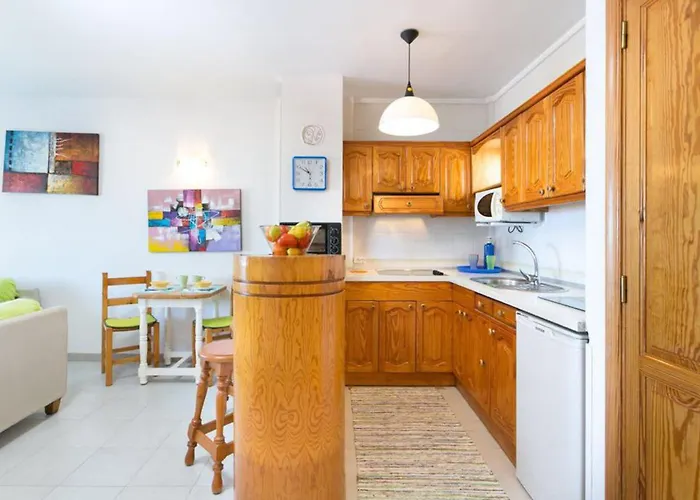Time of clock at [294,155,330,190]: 10:50
